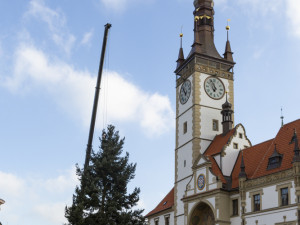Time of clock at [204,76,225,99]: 6:56
